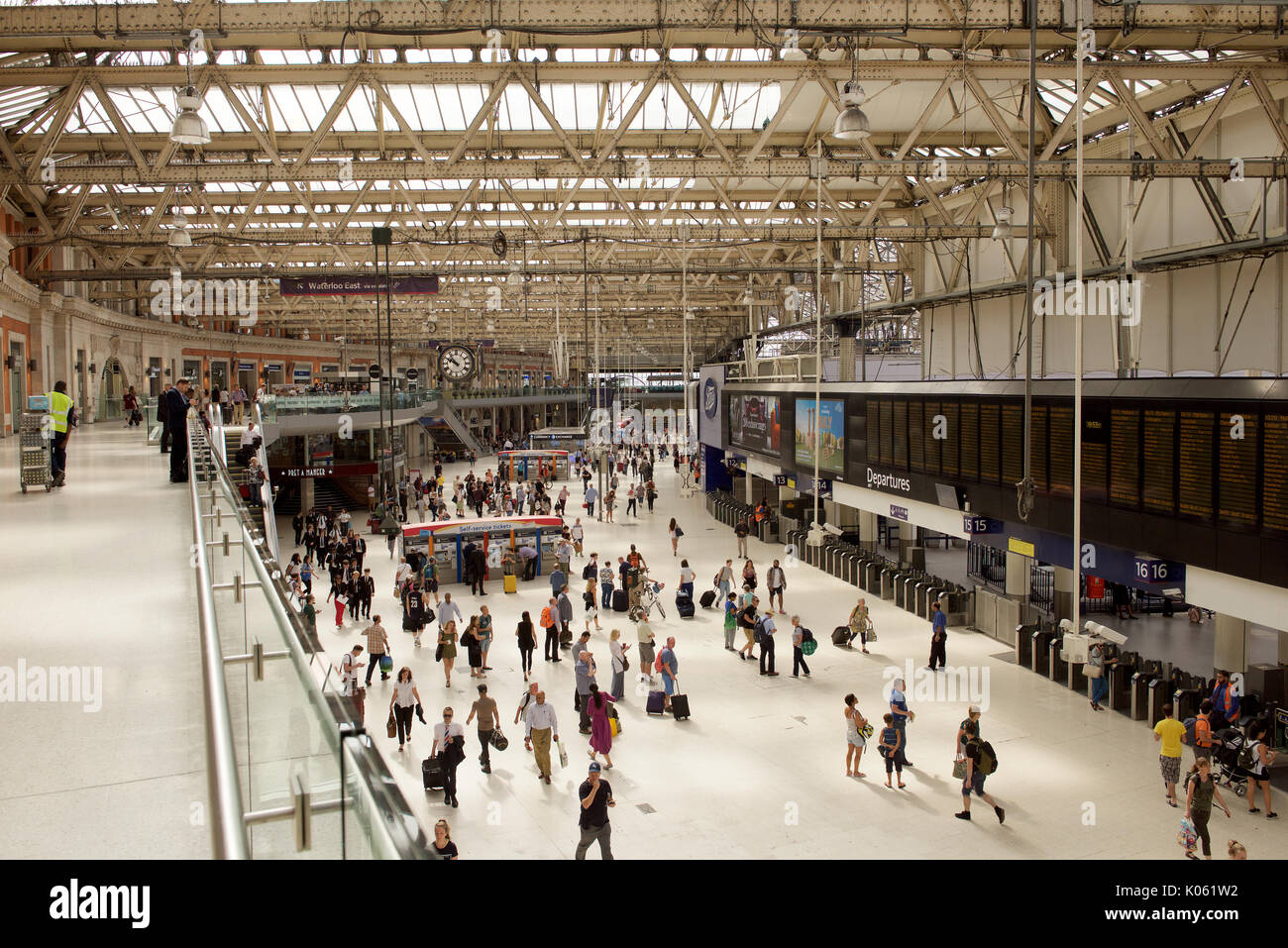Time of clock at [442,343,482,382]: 9:53
